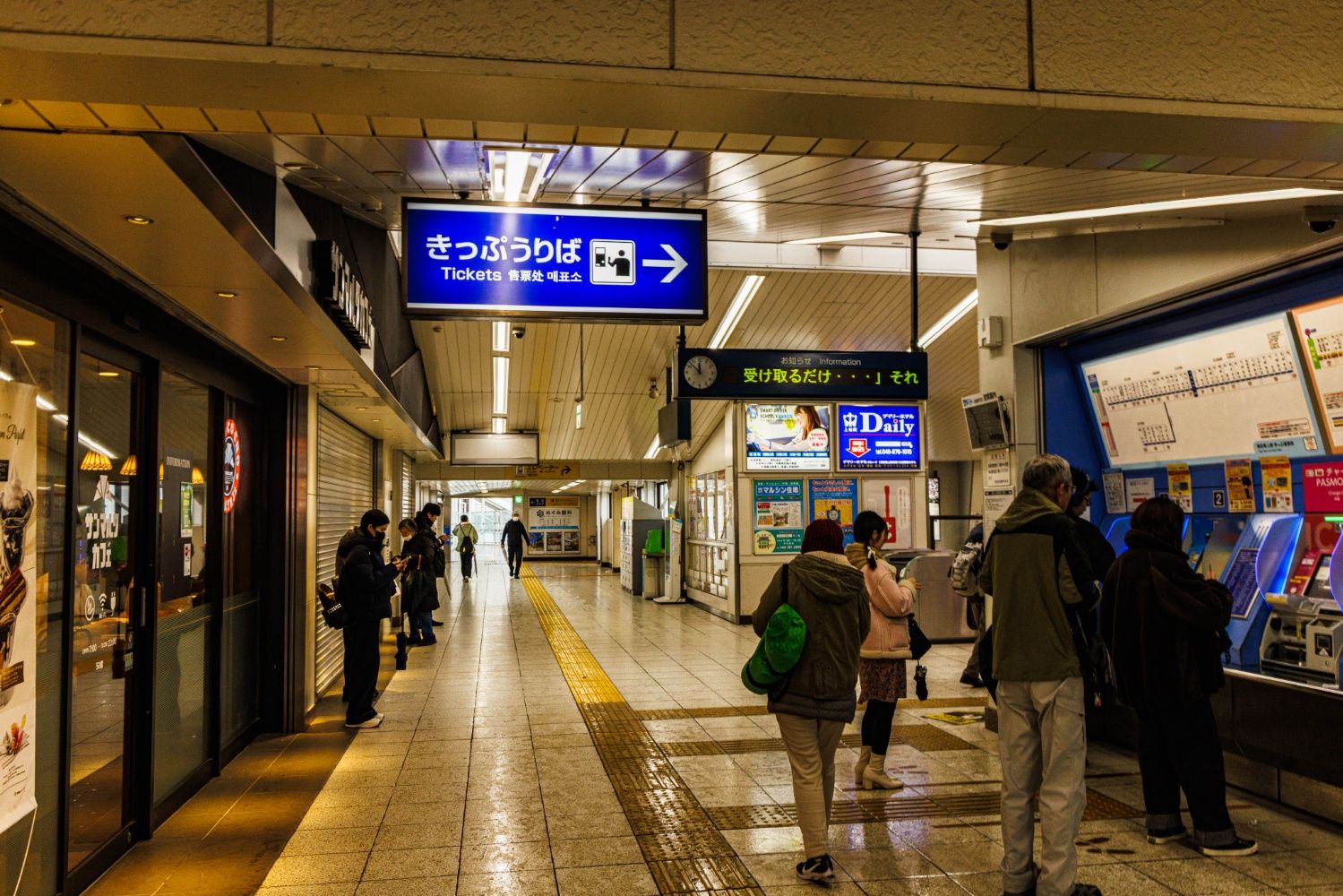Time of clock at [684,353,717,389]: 11:52
